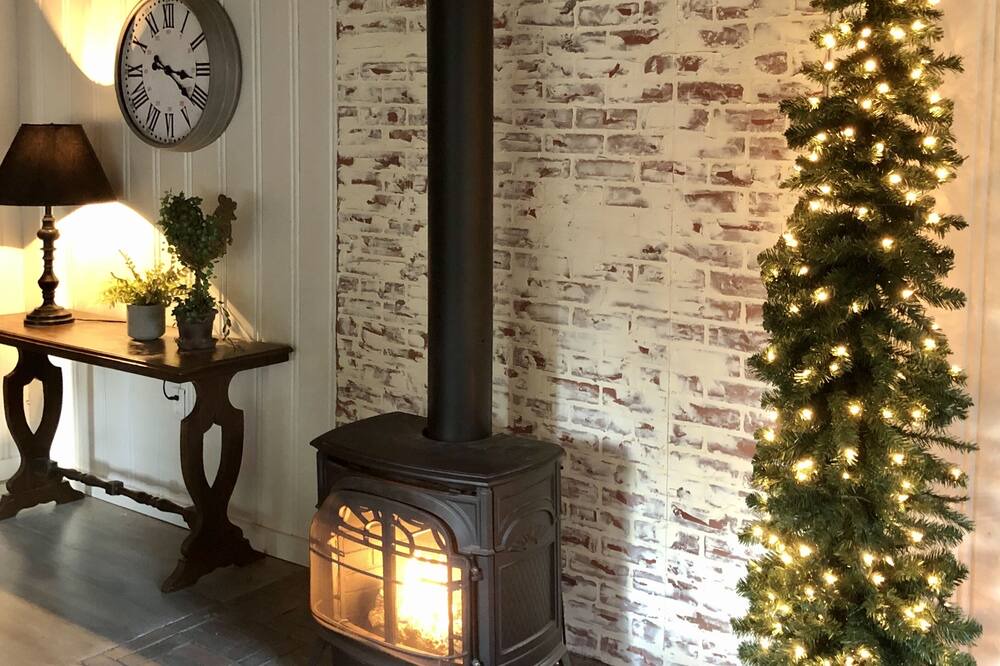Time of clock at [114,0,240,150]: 3:21
